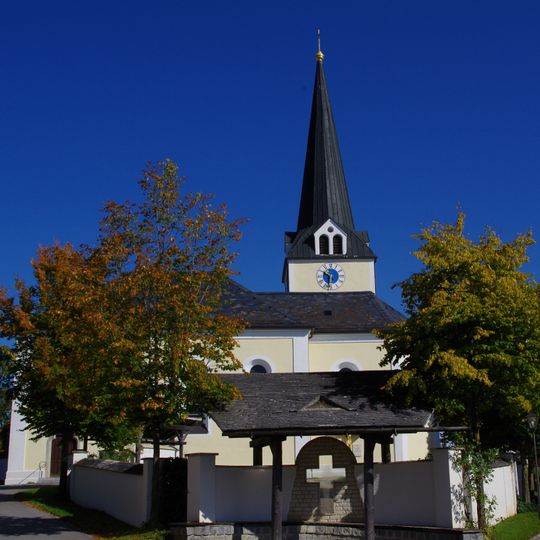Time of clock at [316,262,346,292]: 10:31
